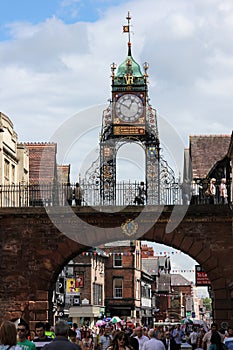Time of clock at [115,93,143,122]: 12:49
